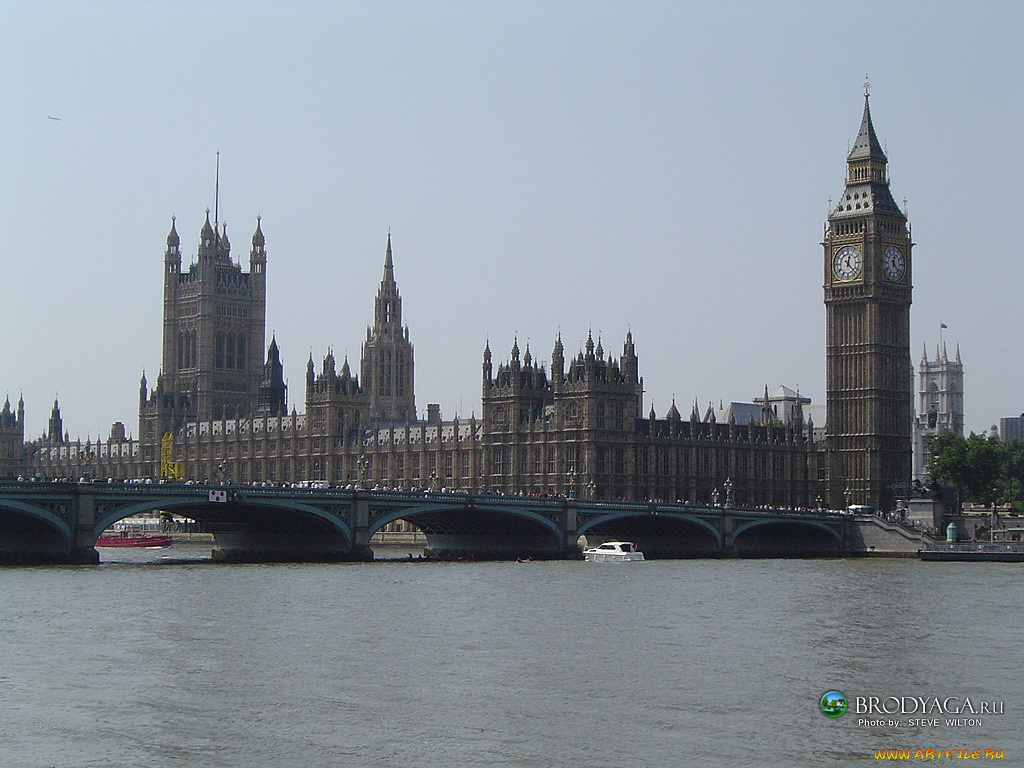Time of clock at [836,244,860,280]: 12:22
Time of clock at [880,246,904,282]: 12:22
